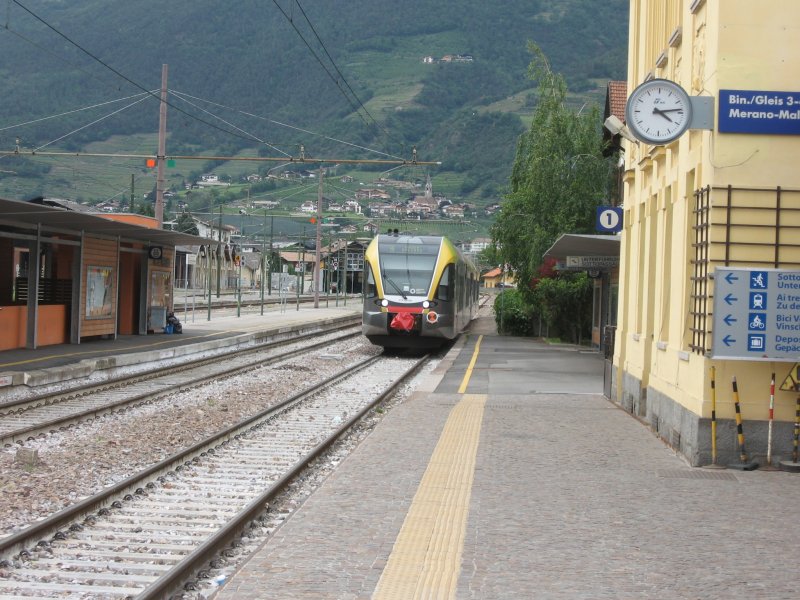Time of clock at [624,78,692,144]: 4:13
